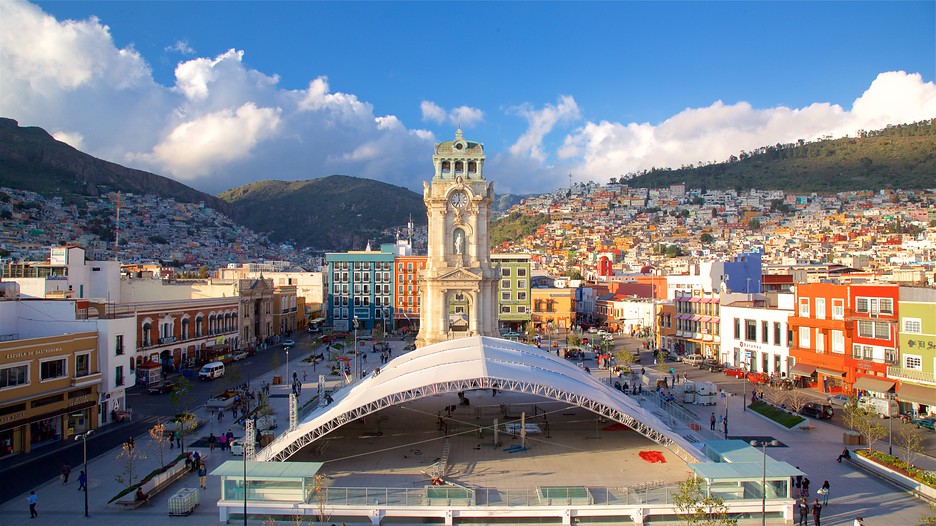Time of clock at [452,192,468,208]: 6:58
